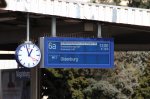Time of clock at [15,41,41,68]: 12:57
